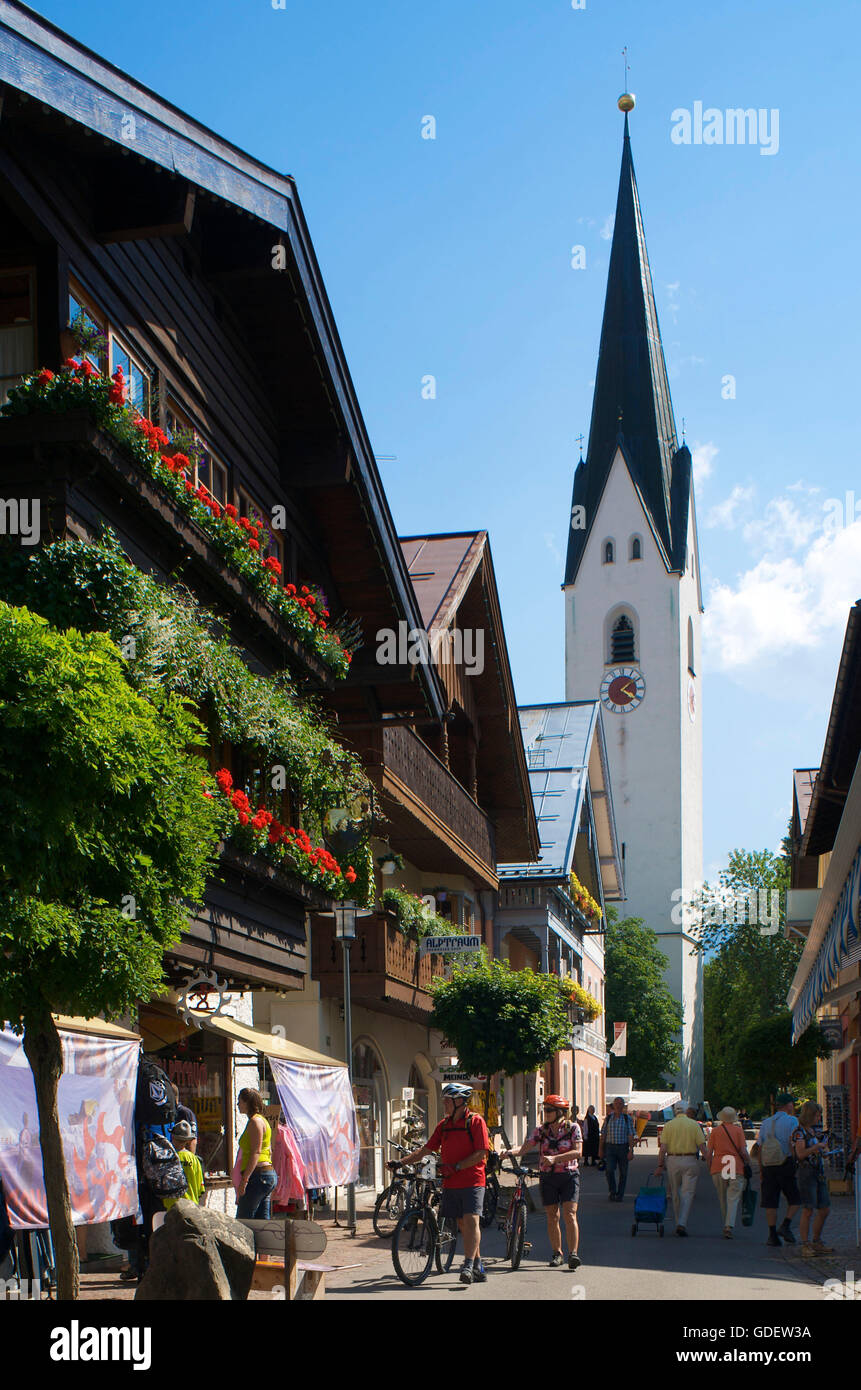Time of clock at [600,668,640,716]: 4:08
